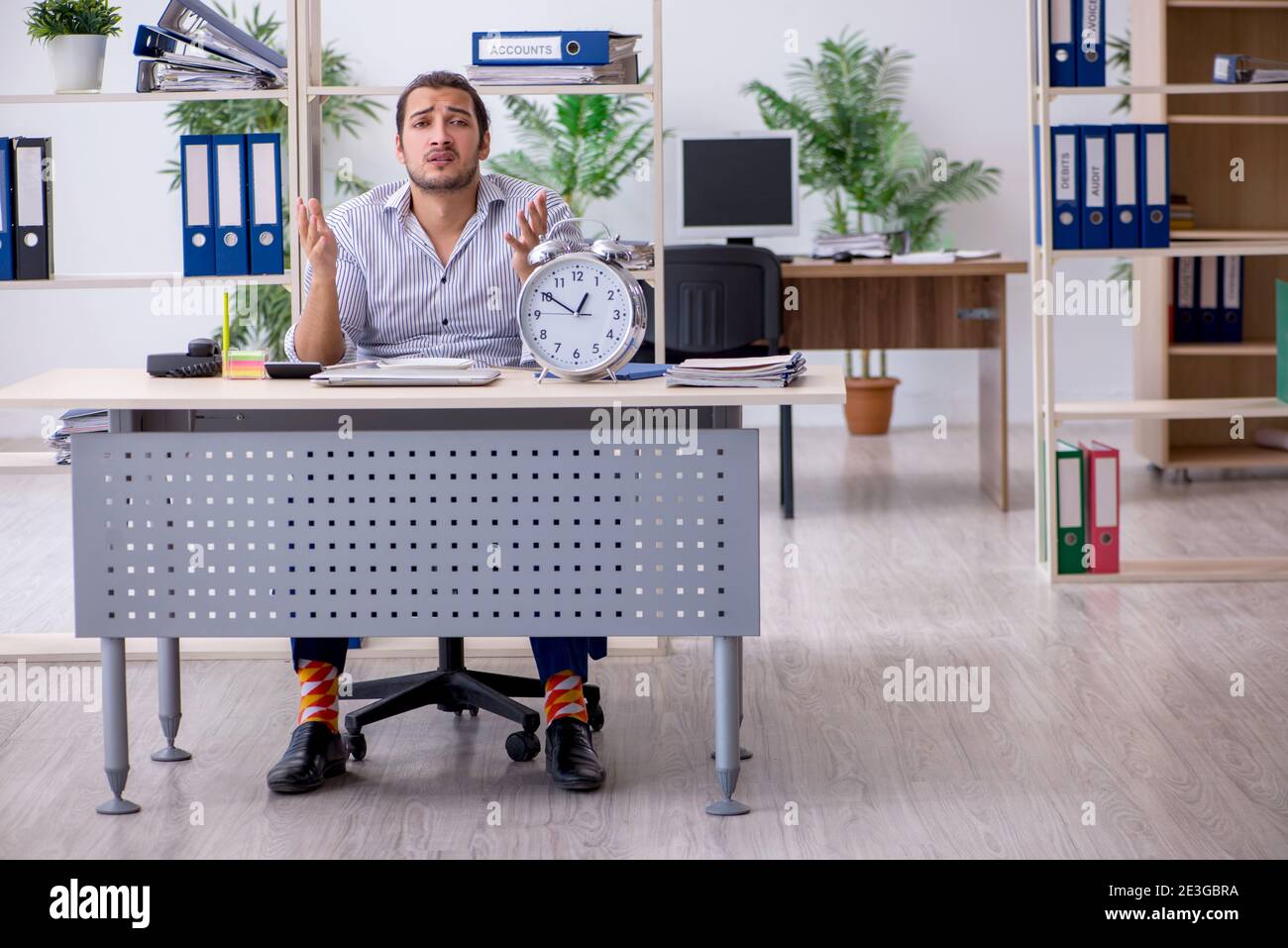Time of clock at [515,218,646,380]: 12:50
